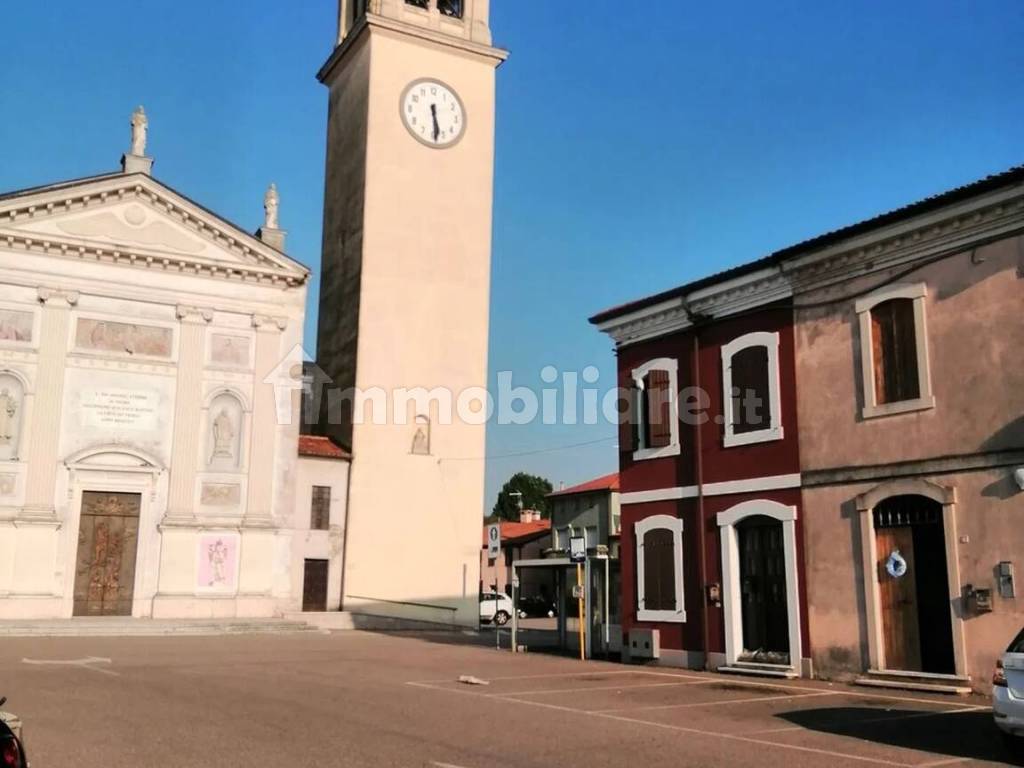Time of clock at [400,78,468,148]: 5:29
